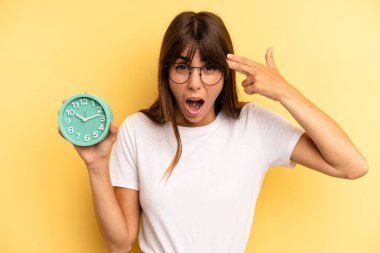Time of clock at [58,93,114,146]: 10:12
